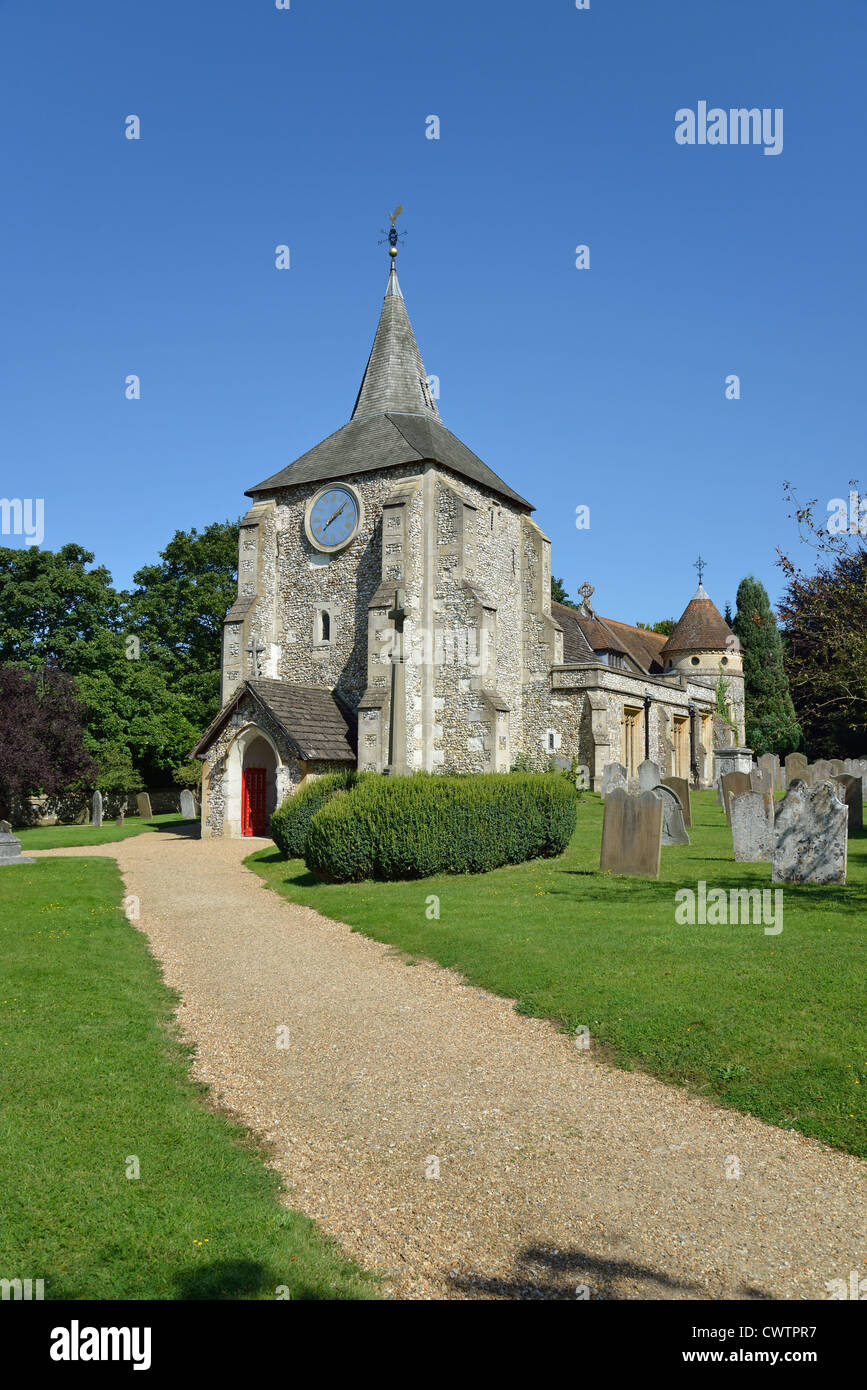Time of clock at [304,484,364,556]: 2:07
